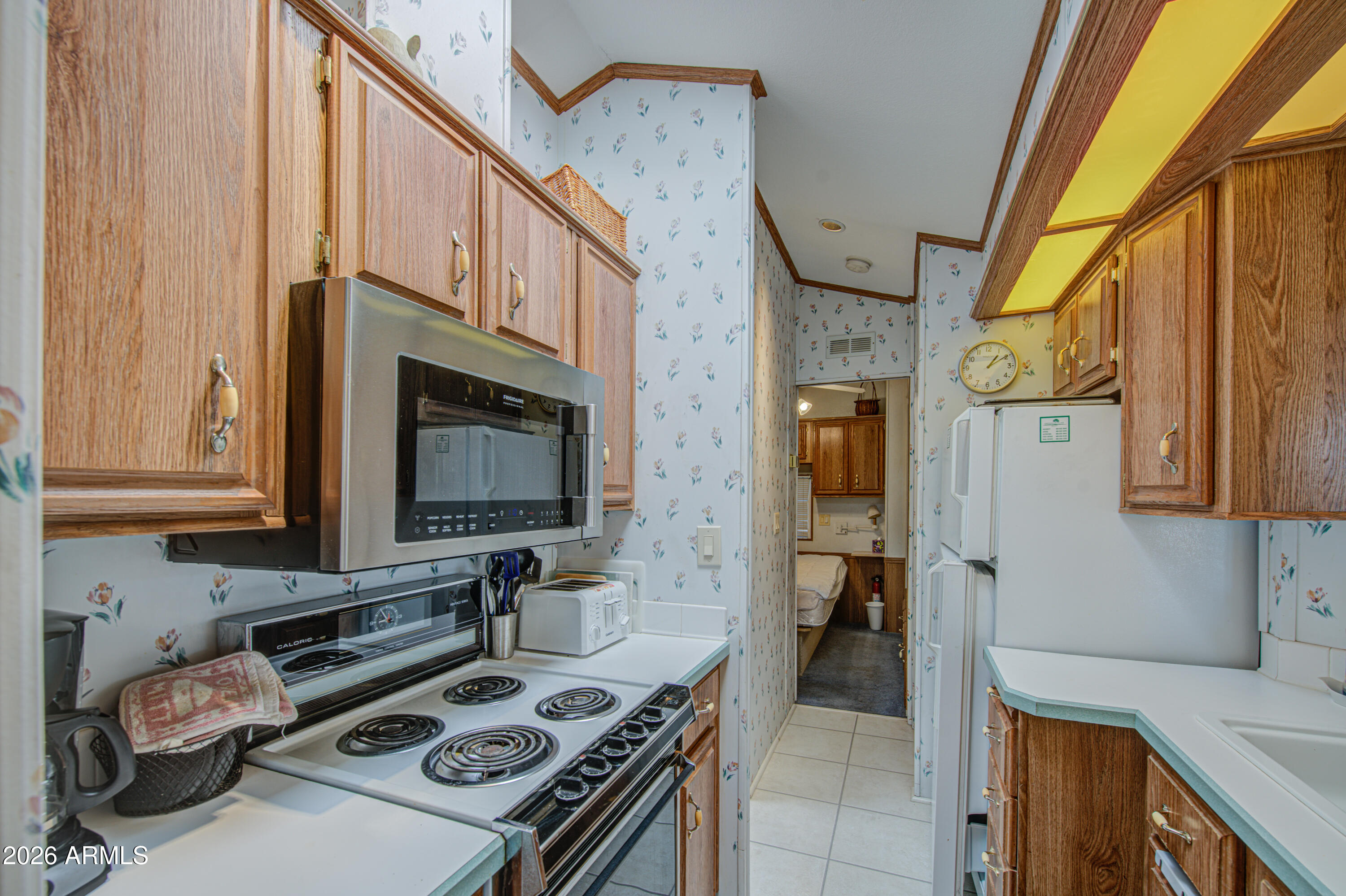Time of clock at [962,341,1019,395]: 1:09
